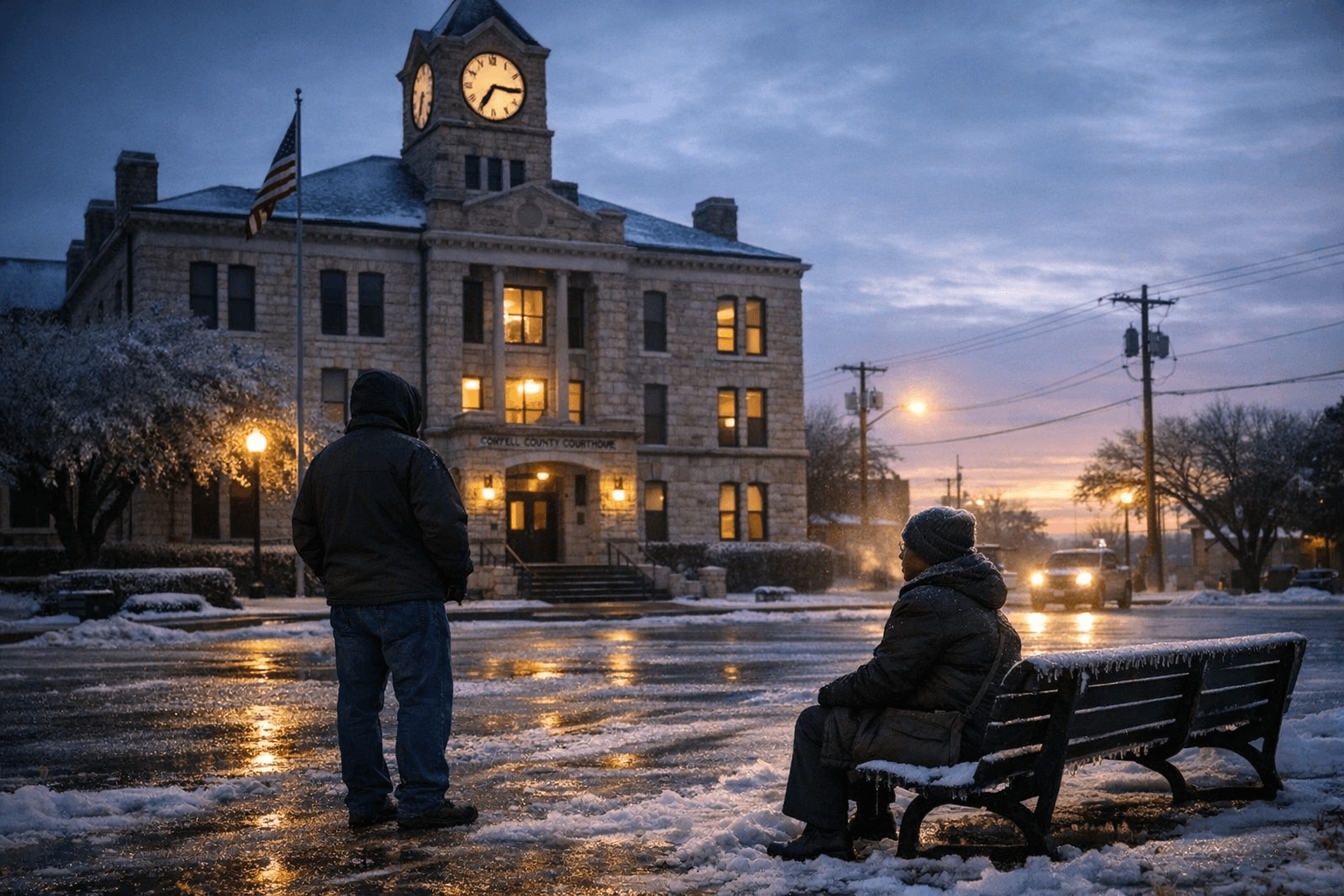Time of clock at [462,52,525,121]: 7:15
